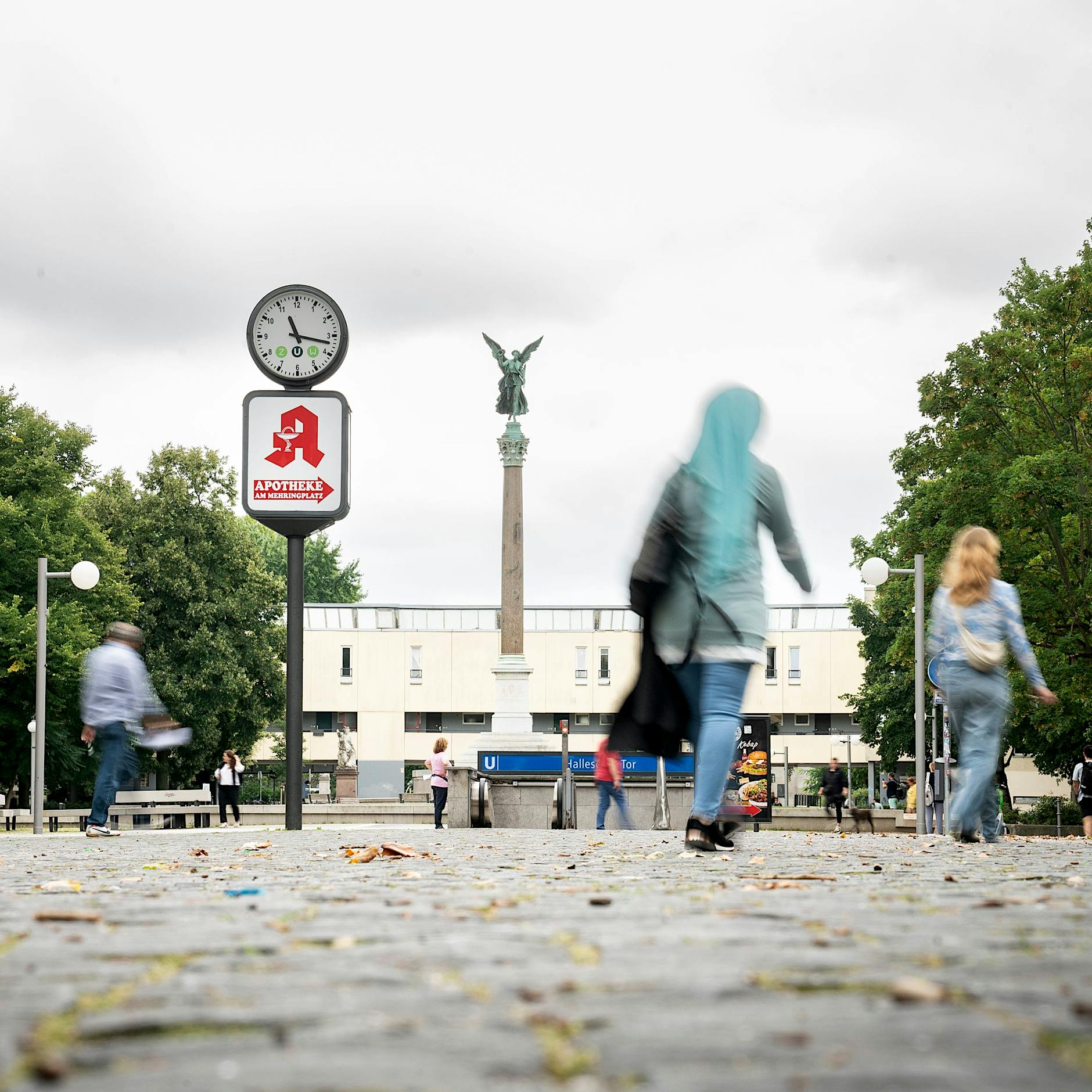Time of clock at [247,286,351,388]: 11:16
